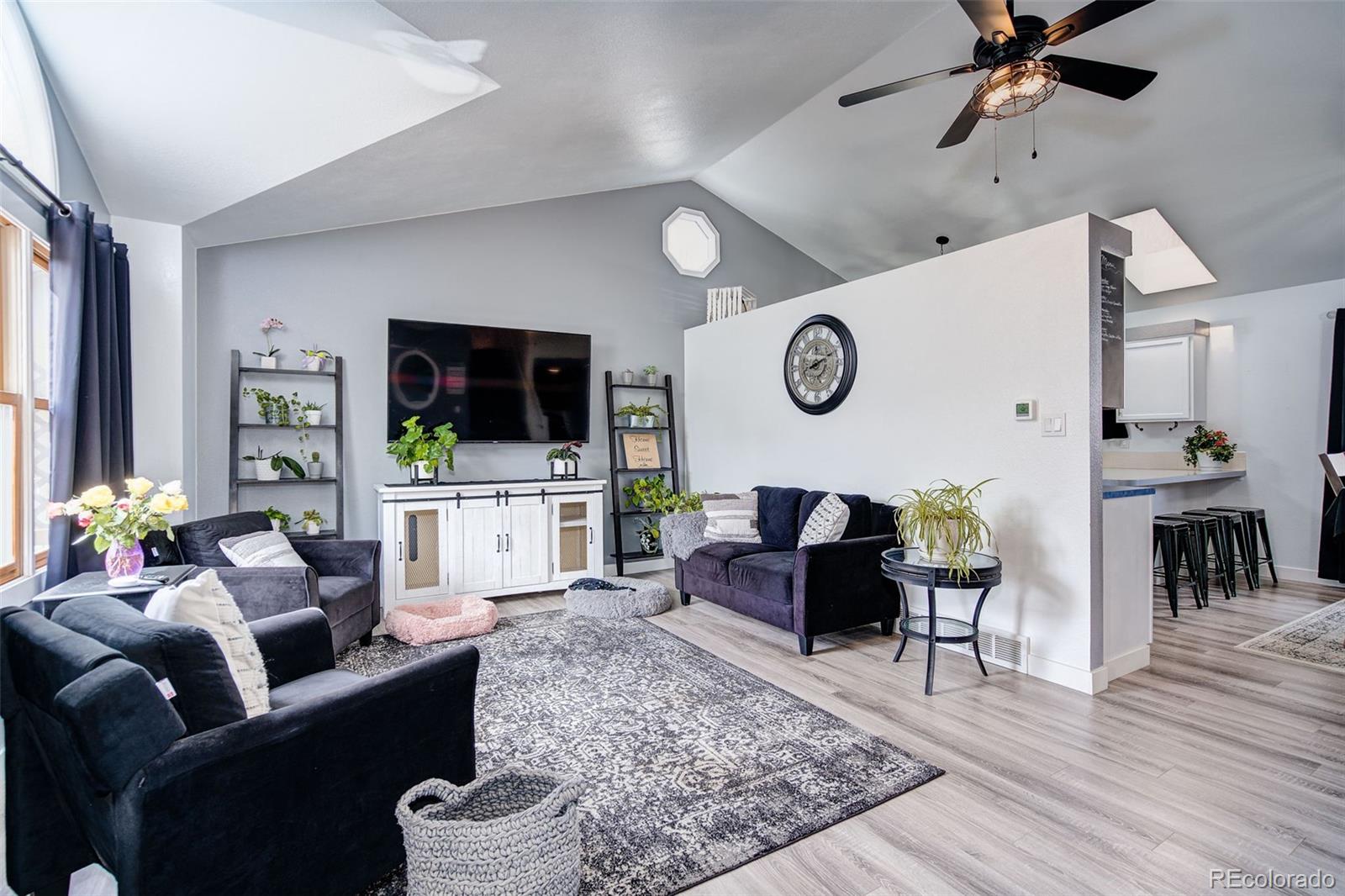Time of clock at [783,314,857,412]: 8:11
